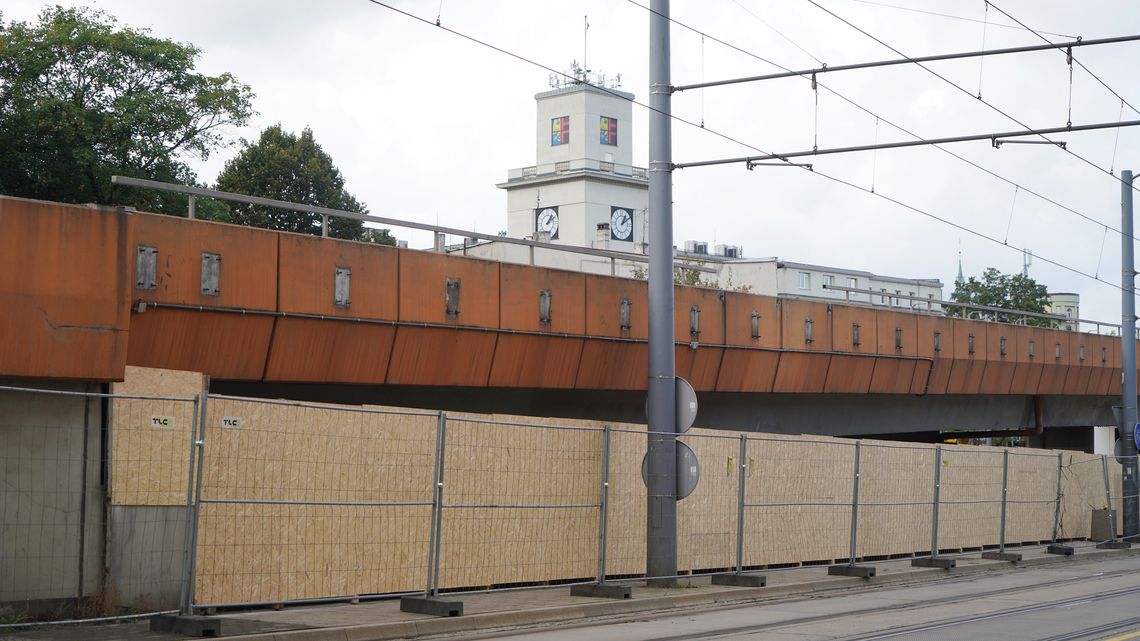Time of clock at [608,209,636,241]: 1:09
